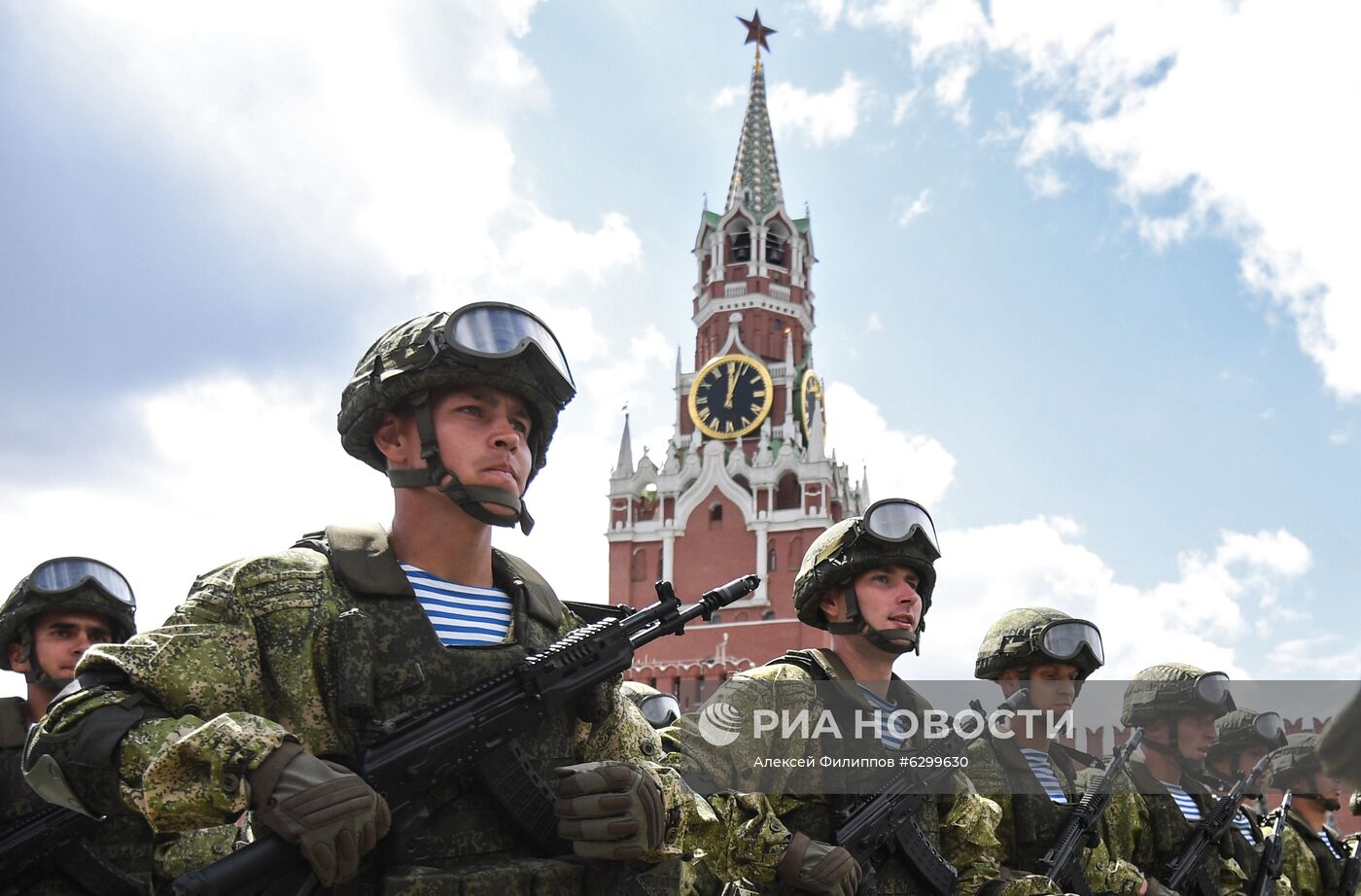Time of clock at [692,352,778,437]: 12:03
